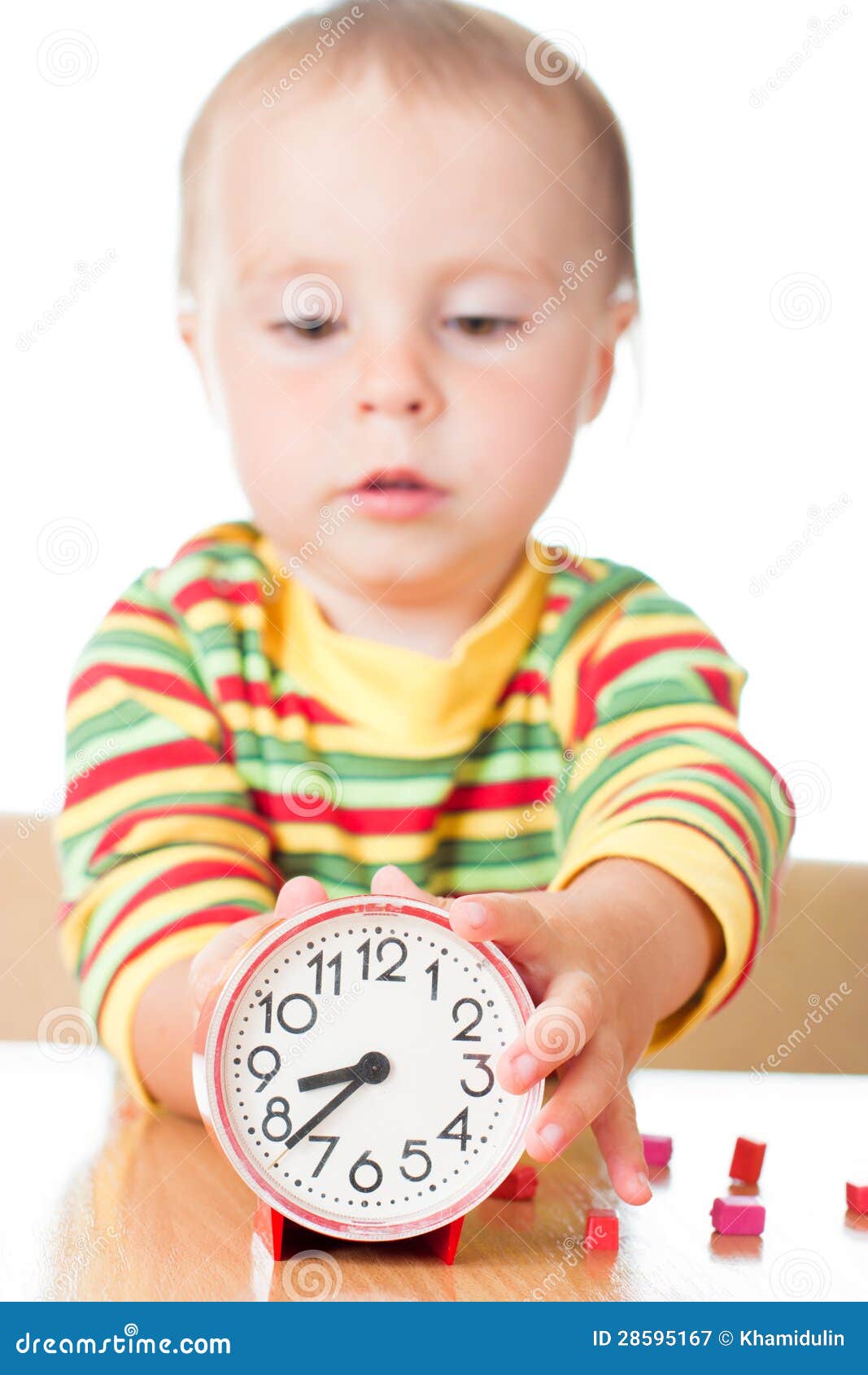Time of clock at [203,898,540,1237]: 8:37
